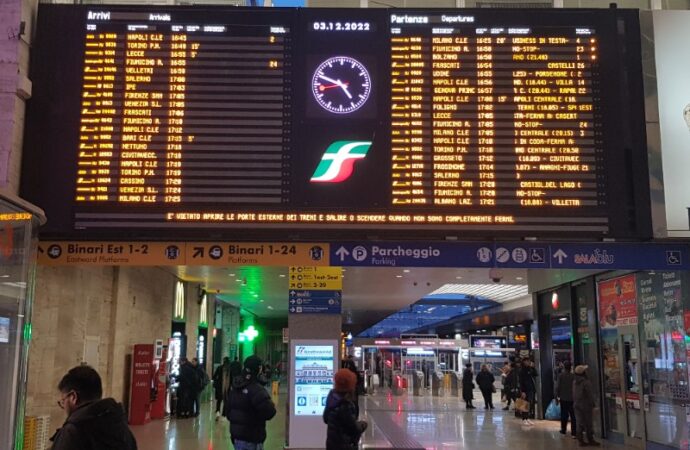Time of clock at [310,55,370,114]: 4:48
